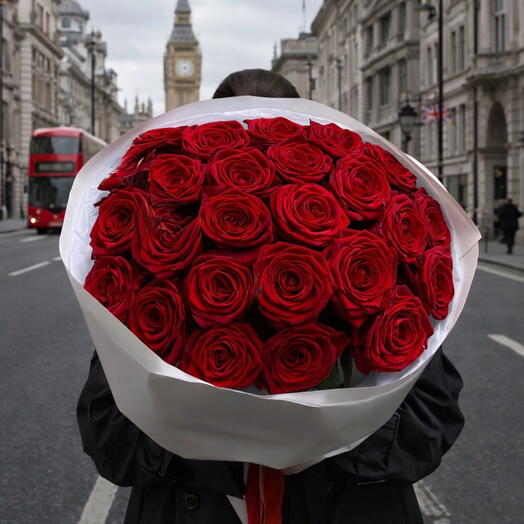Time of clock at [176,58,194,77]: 4:12
